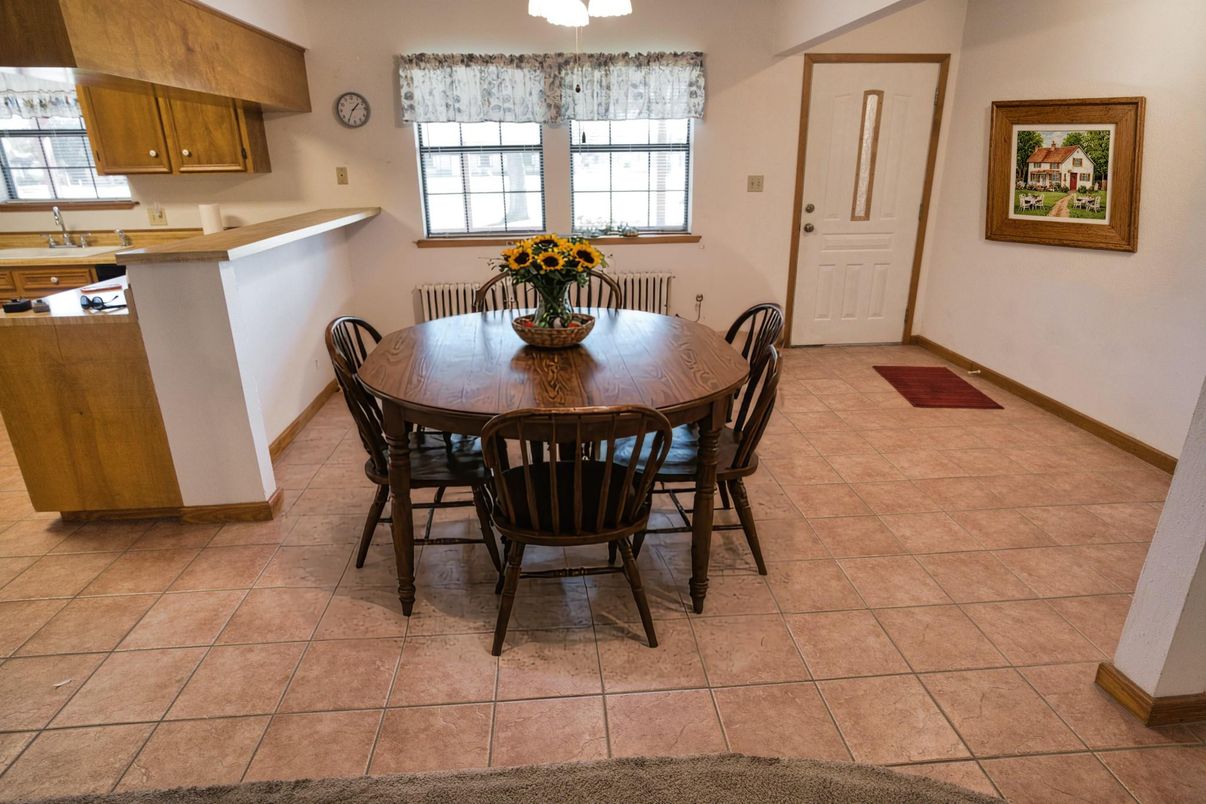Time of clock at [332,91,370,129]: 1:35
